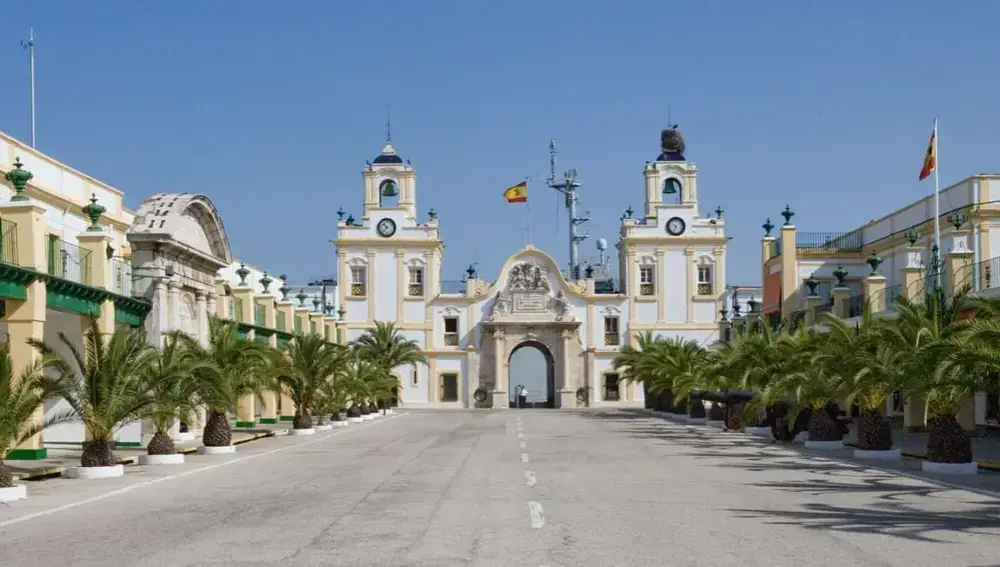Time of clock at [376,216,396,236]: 10:37
